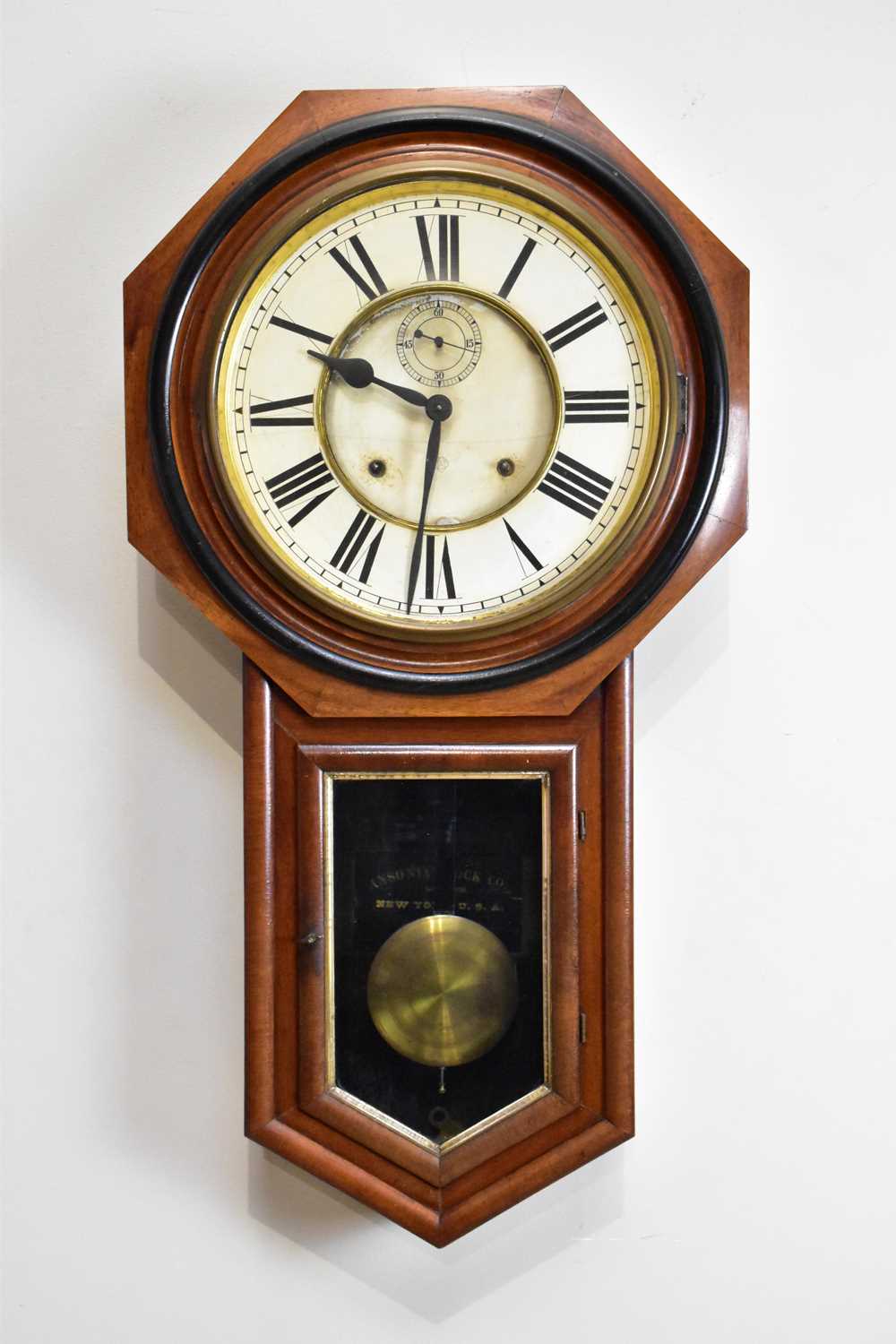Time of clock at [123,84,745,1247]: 9:31
